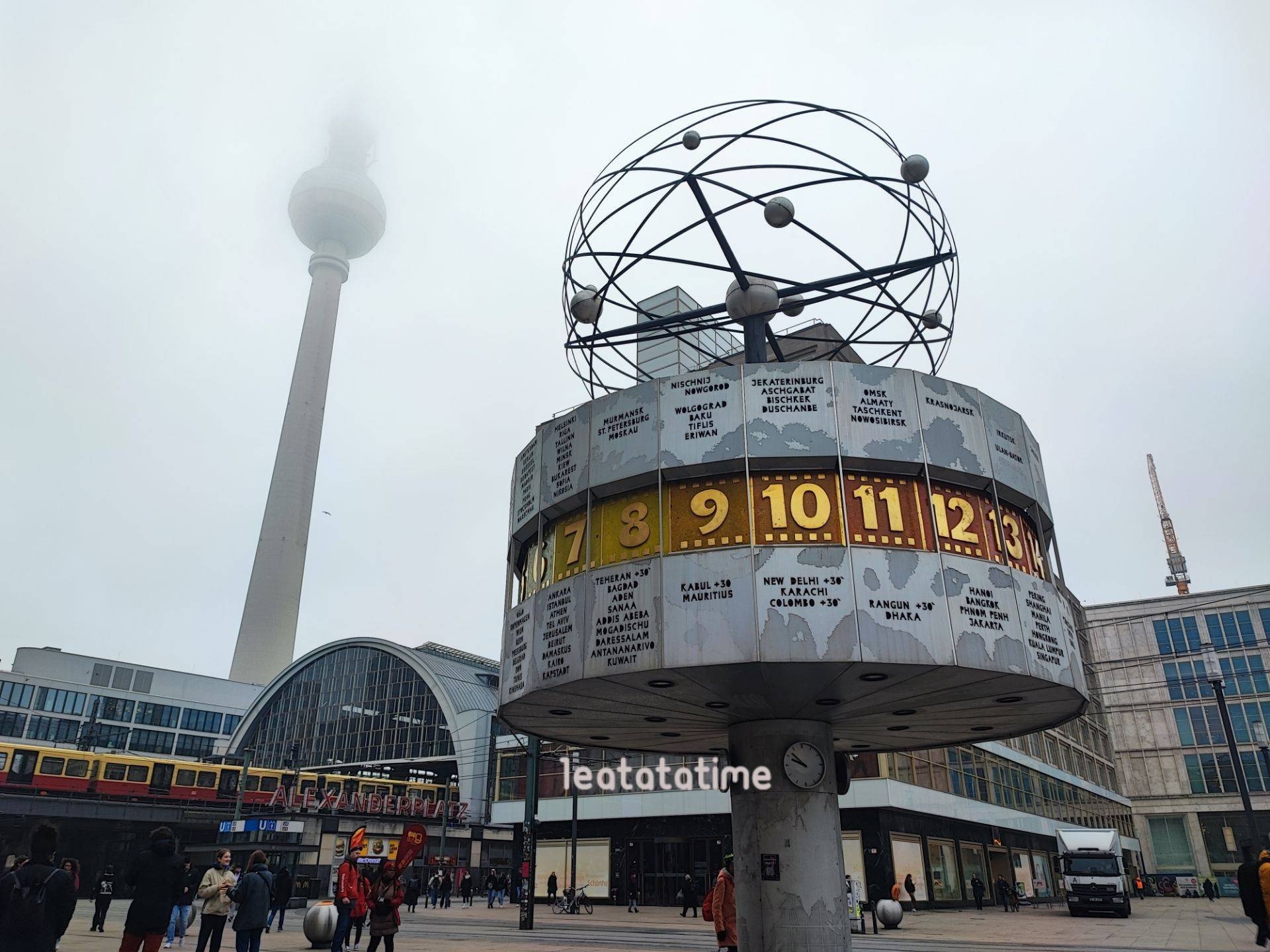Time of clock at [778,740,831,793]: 9:52
